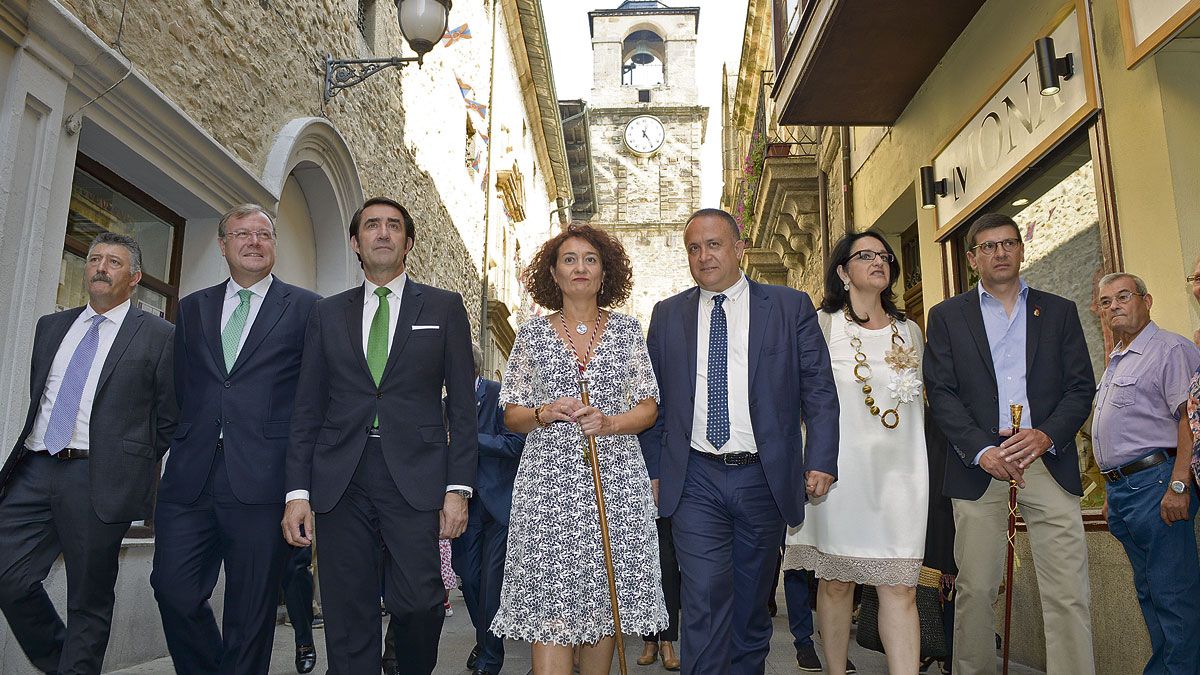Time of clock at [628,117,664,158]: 12:24
